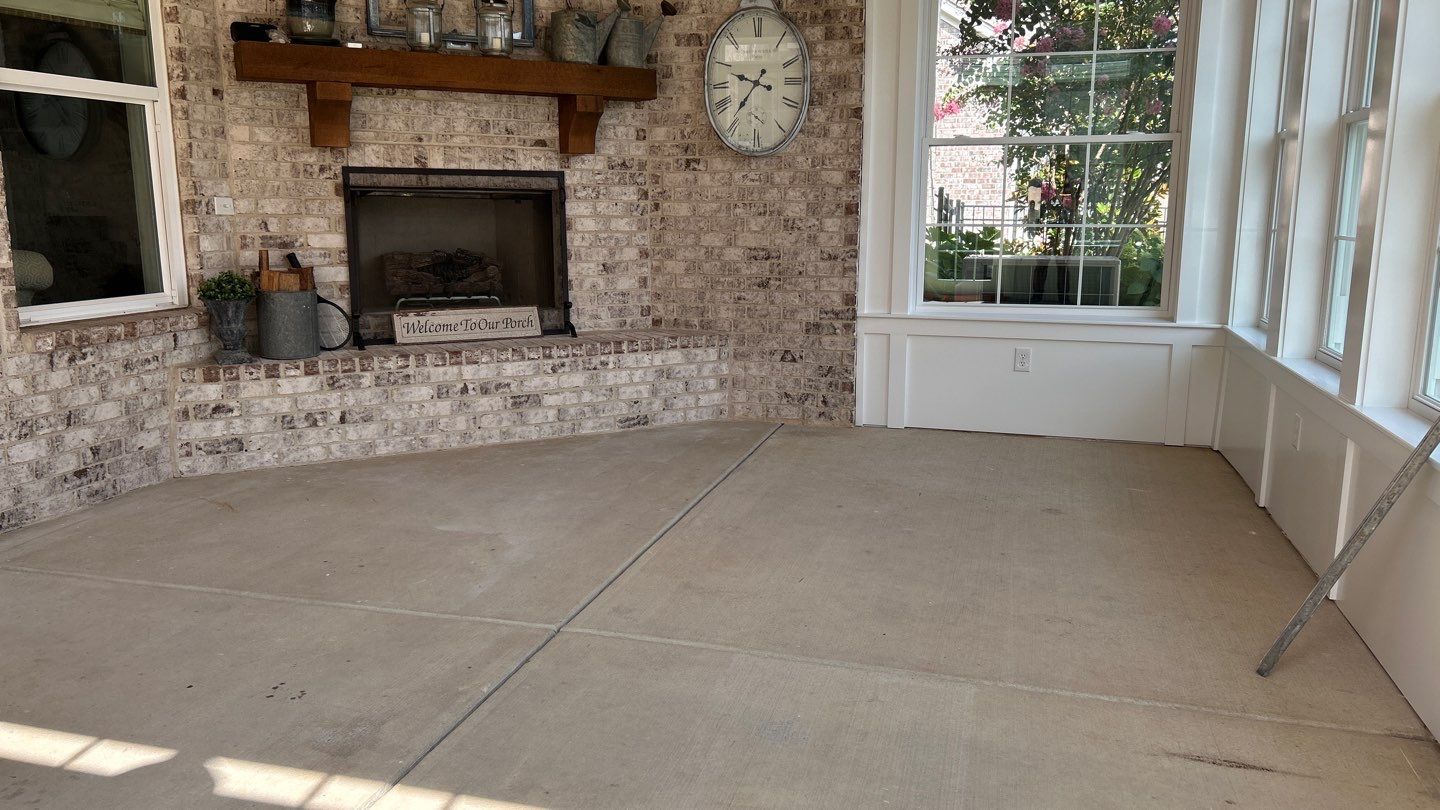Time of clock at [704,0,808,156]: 9:36
